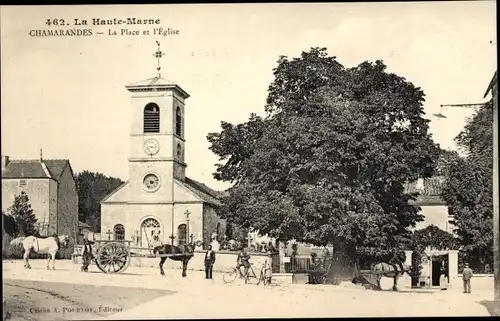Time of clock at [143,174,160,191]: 9:12
